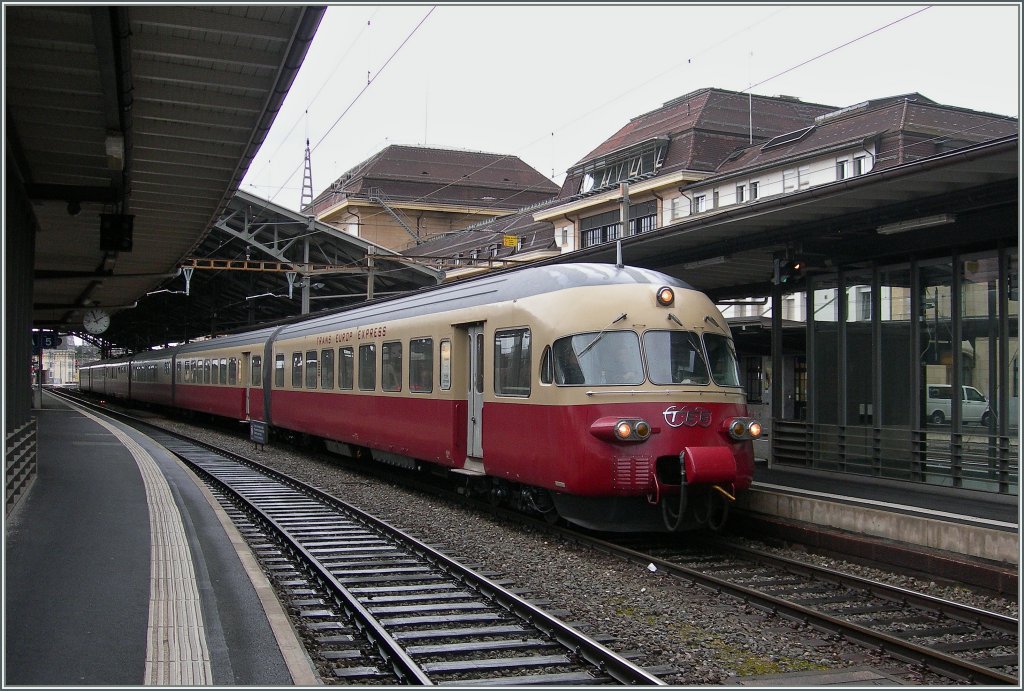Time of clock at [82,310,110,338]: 1:56
